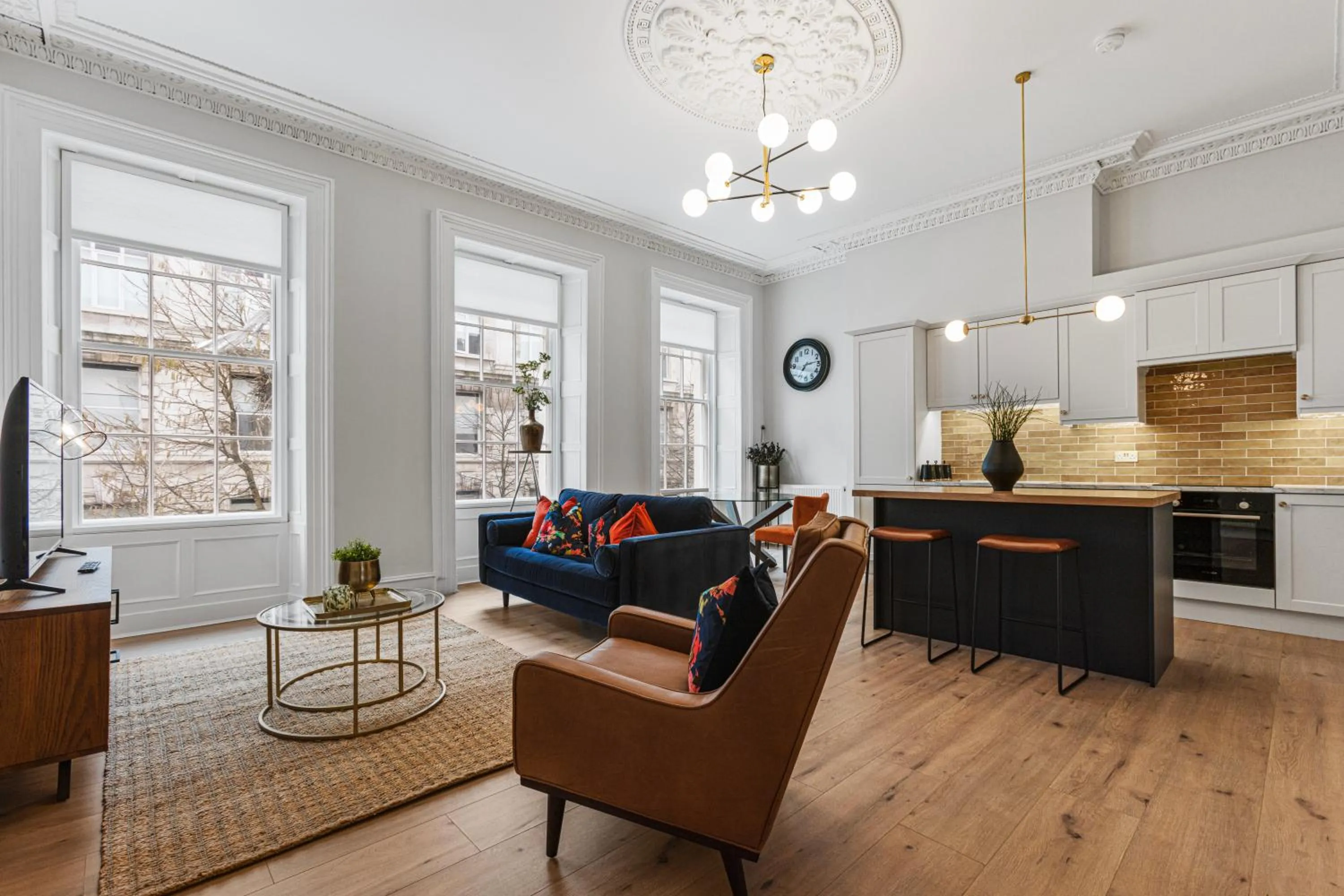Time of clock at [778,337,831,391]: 7:13
